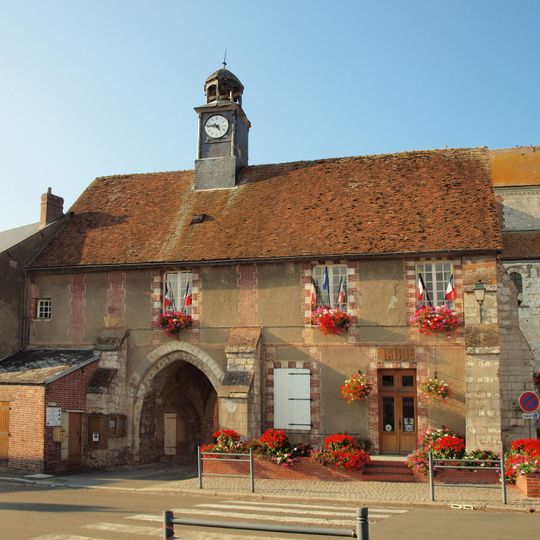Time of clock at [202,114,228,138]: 4:46
